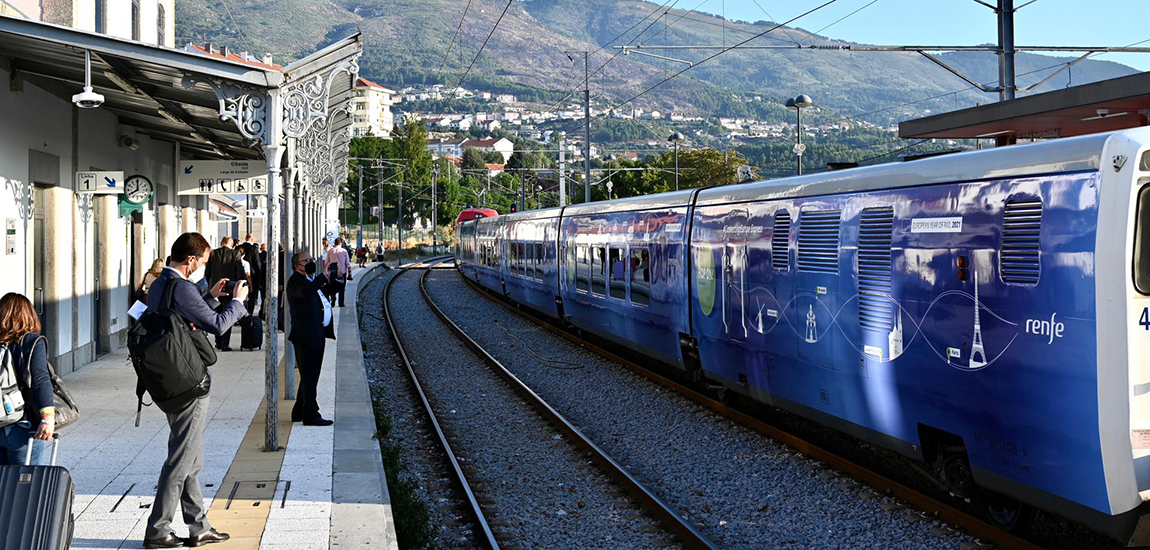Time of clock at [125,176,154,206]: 8:00
